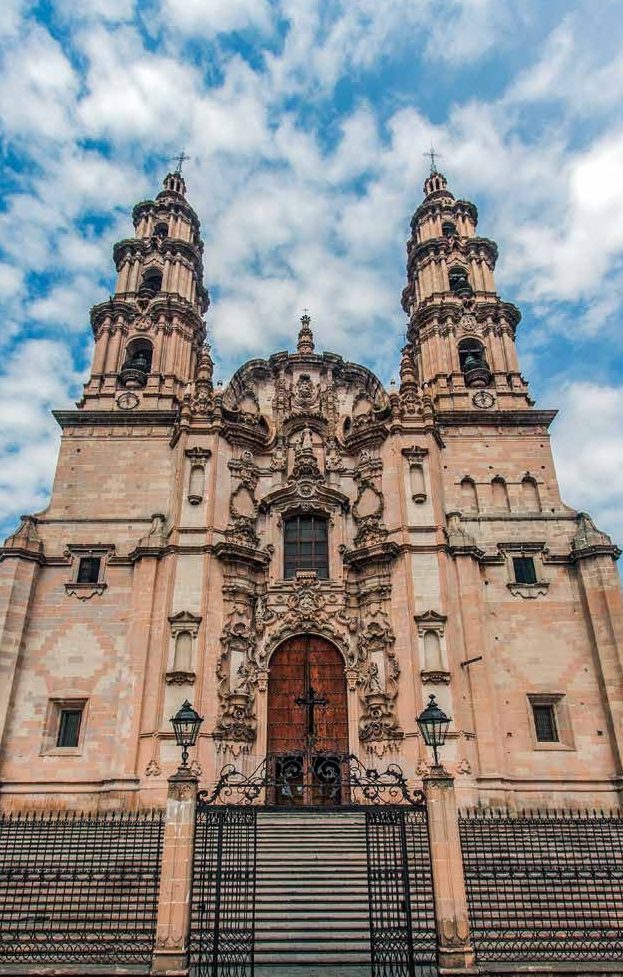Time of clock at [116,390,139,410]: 11:42
